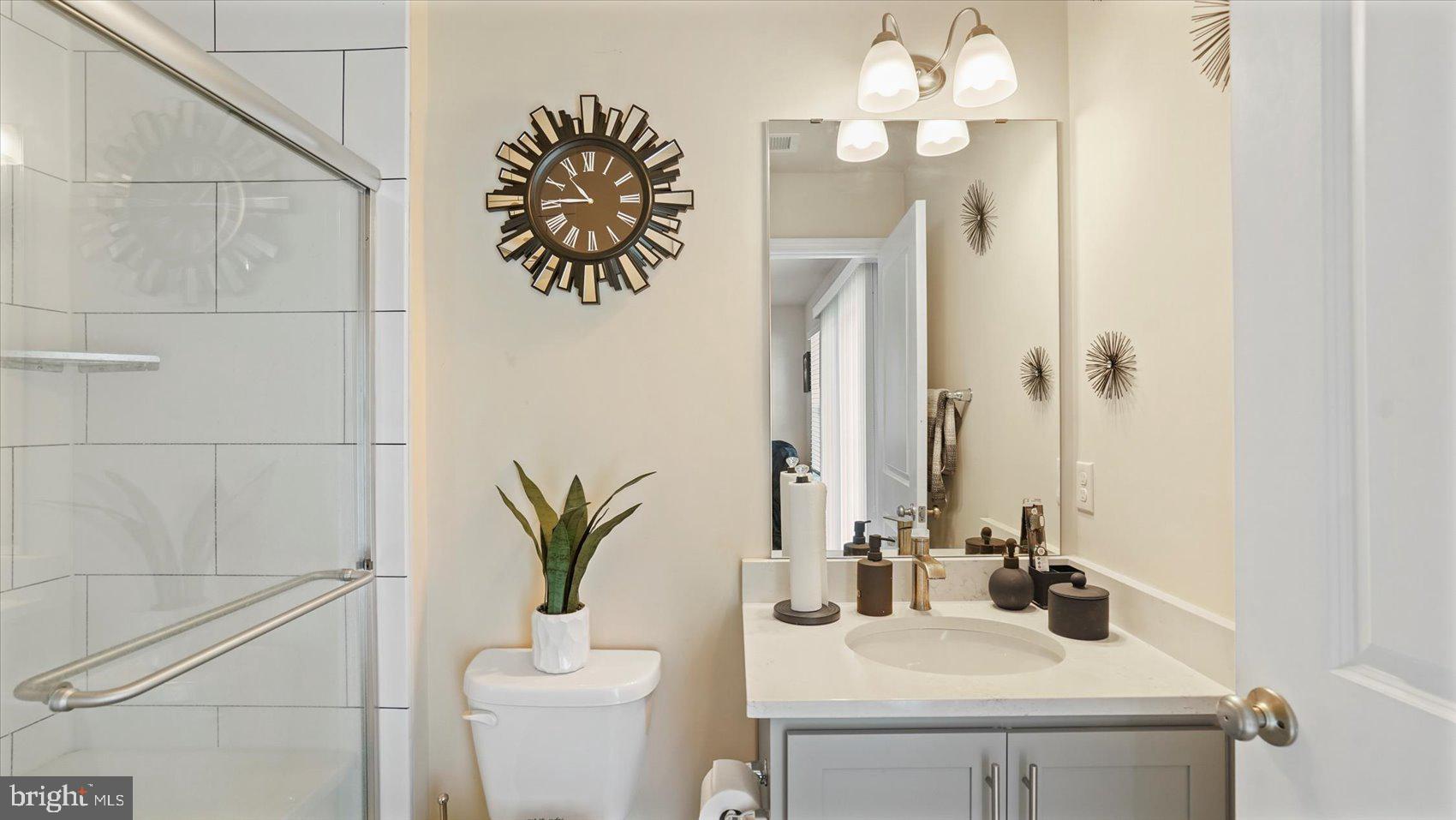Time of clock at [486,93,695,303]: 10:45
